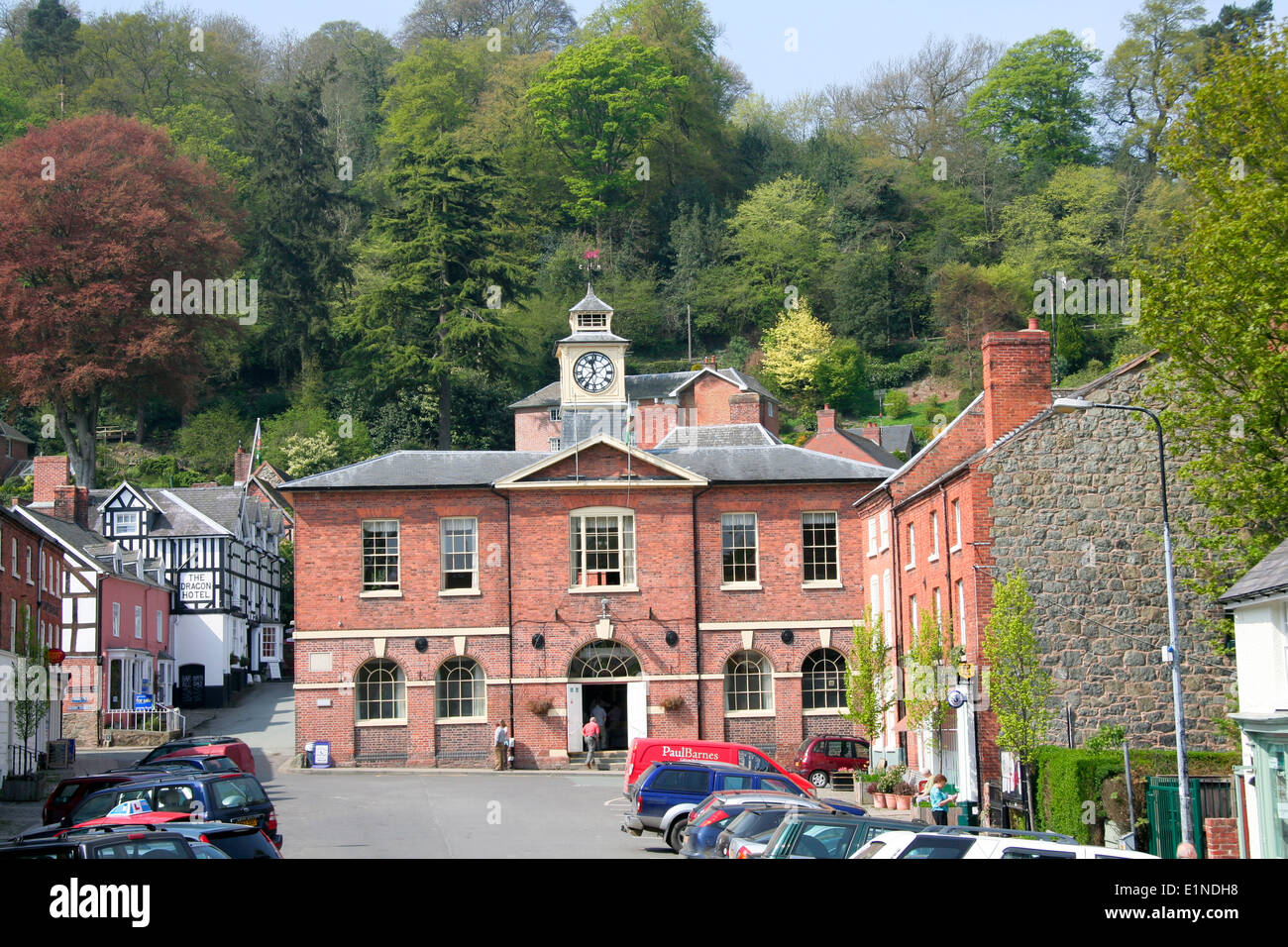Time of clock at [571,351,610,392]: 11:35
